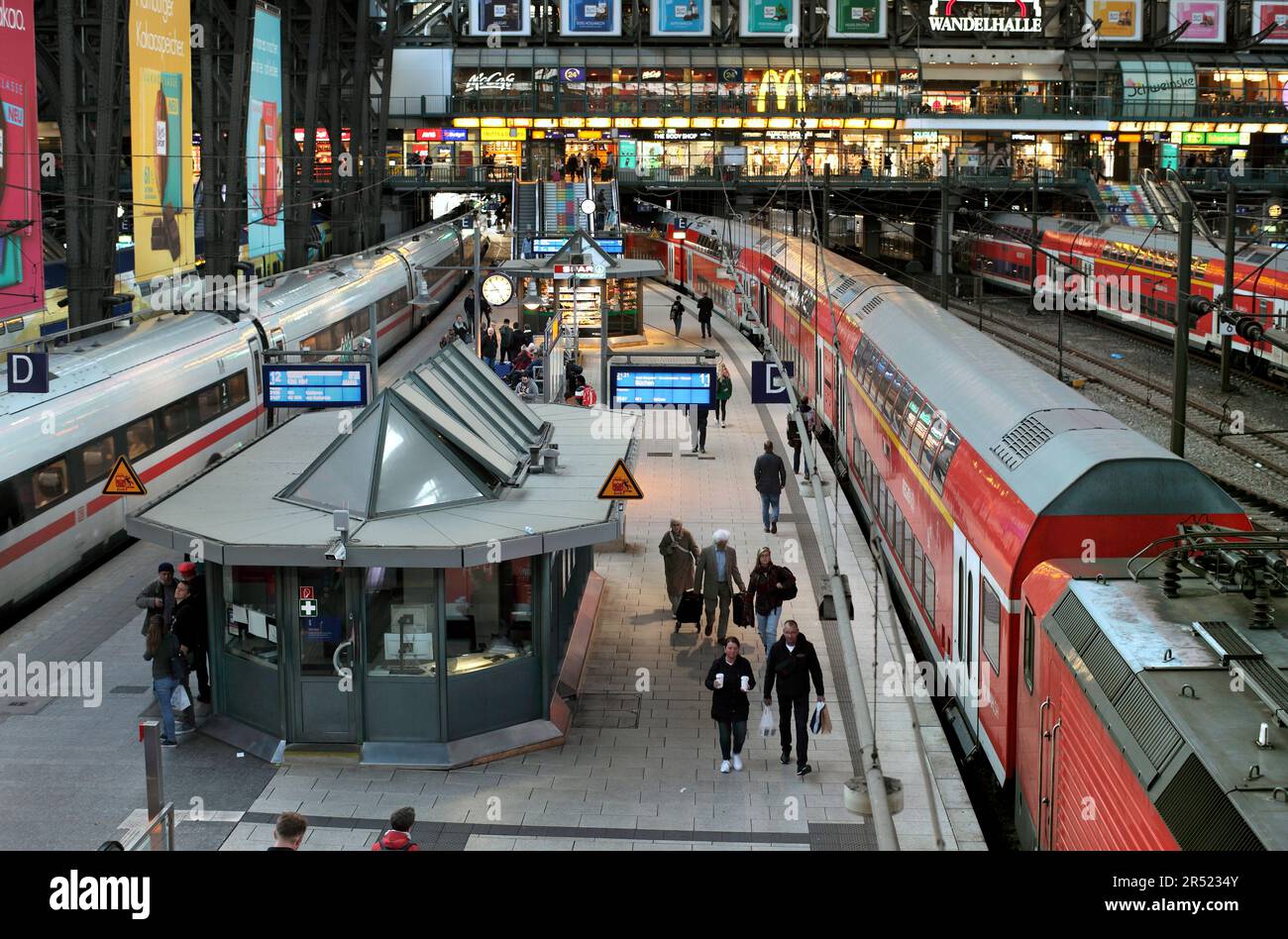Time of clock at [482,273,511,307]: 8:53
